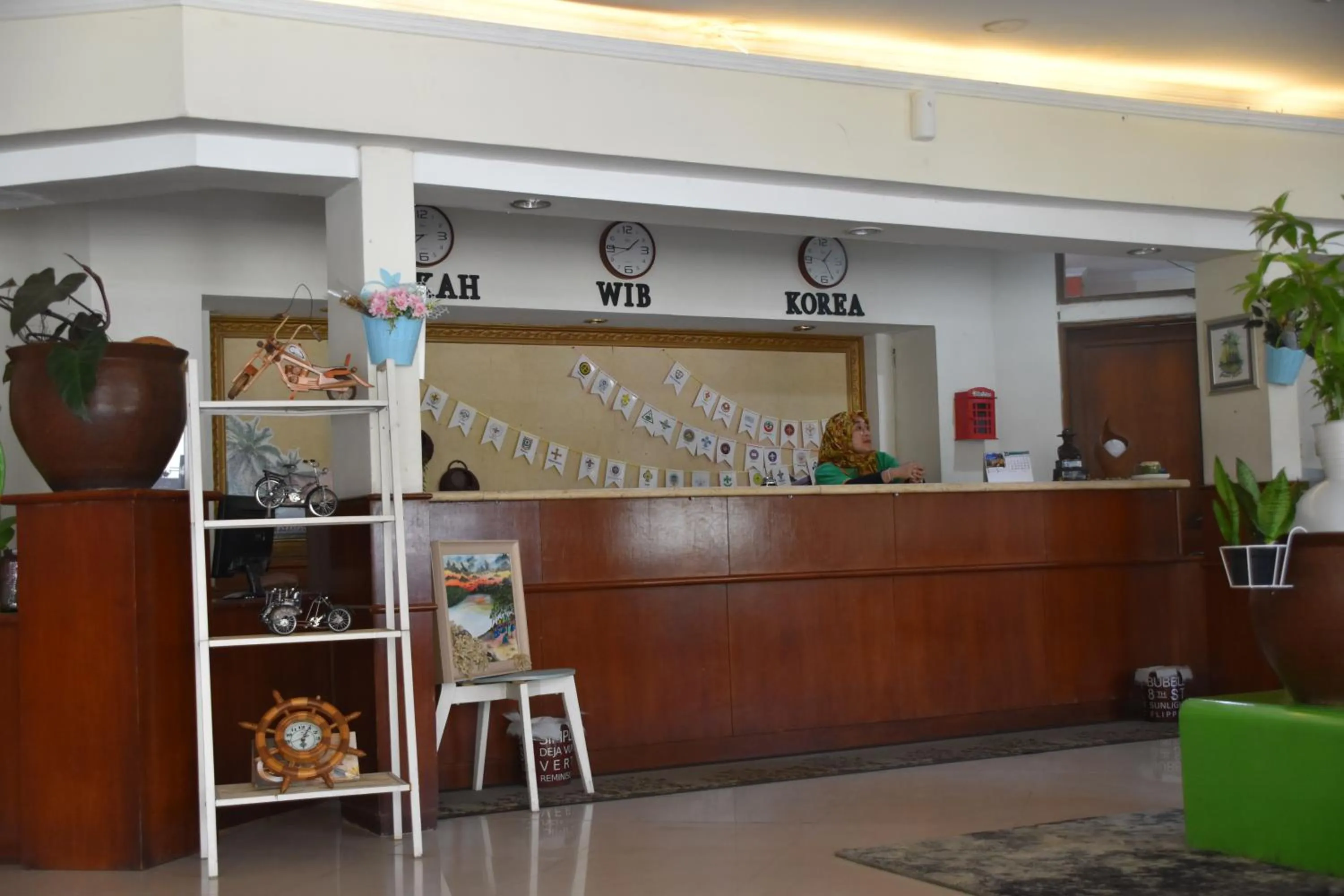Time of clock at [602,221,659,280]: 1:45
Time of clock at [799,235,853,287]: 1:24
